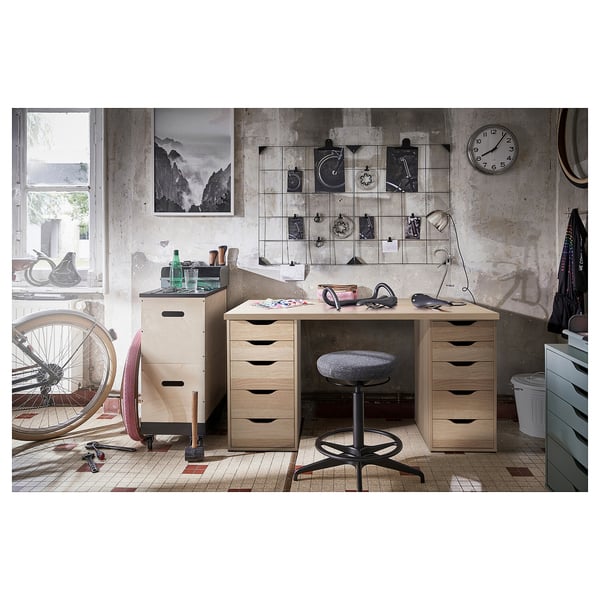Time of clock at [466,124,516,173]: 8:06
